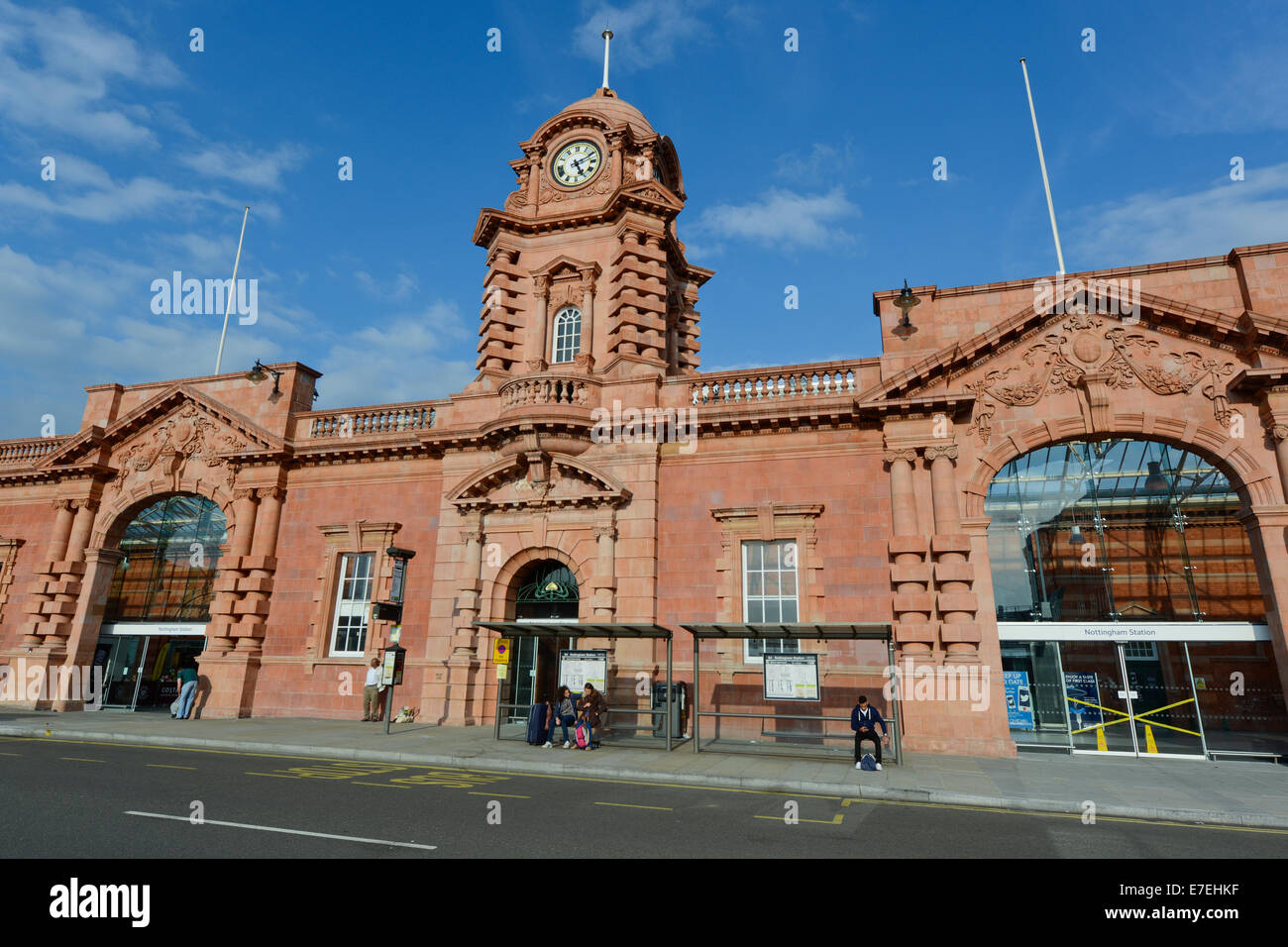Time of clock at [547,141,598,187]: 5:10
